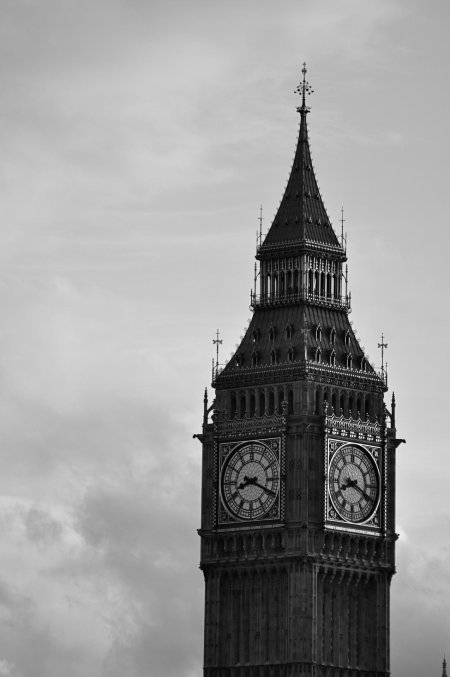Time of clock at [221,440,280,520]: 8:19
